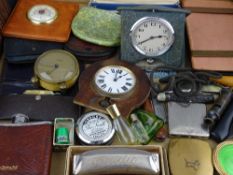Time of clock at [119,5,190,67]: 2:40
